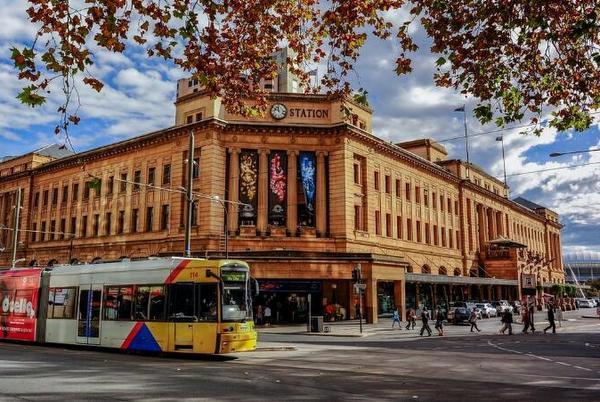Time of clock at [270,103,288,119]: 11:46
